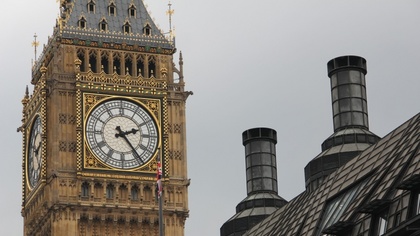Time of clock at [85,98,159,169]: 2:23
